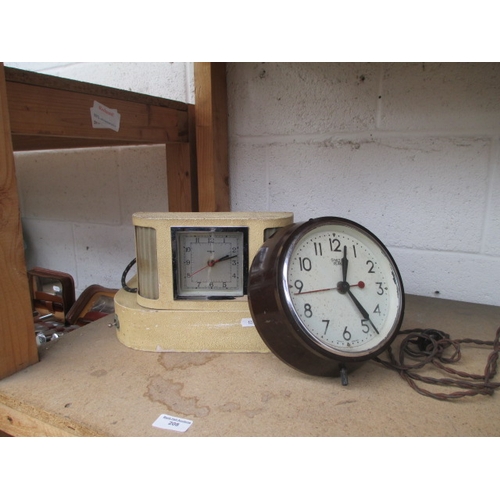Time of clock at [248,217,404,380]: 12:23
